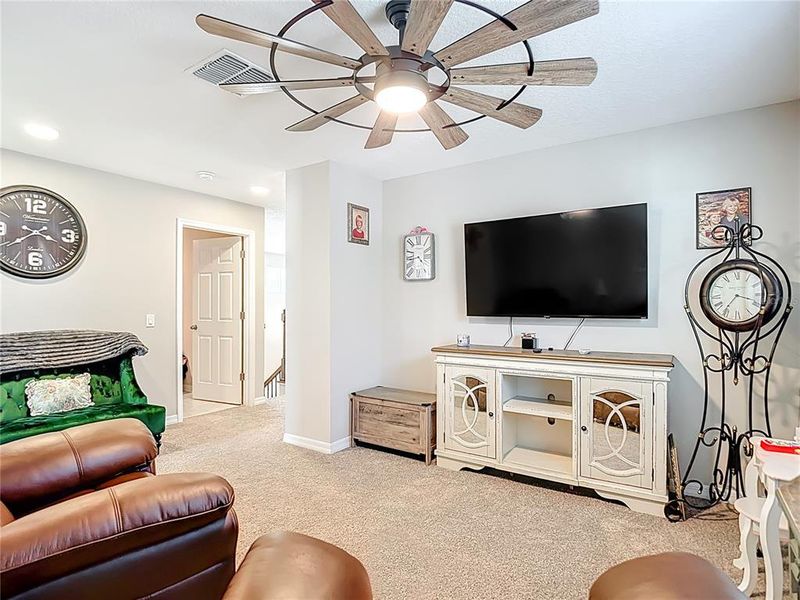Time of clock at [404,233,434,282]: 4:42
